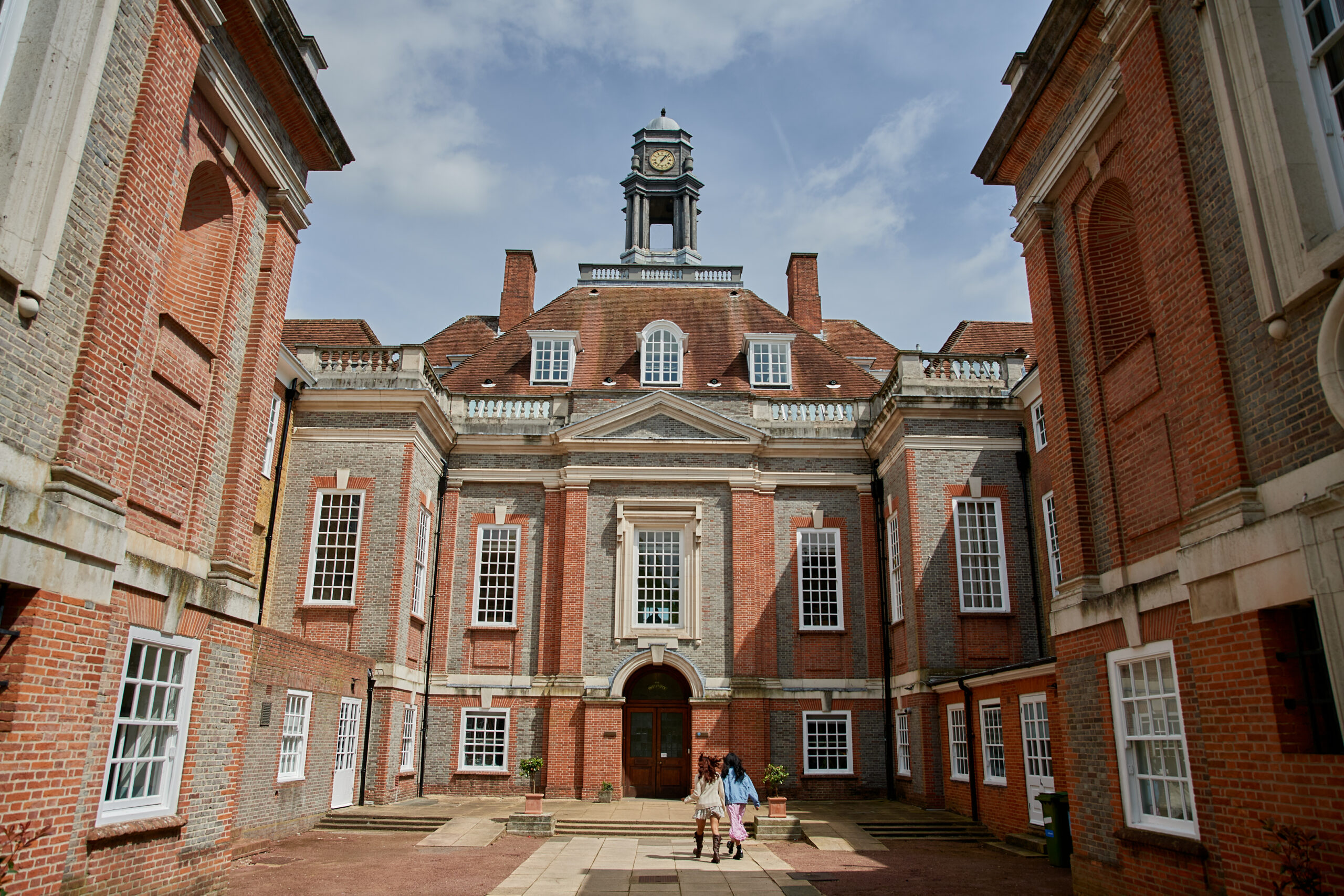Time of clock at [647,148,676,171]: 1:07
